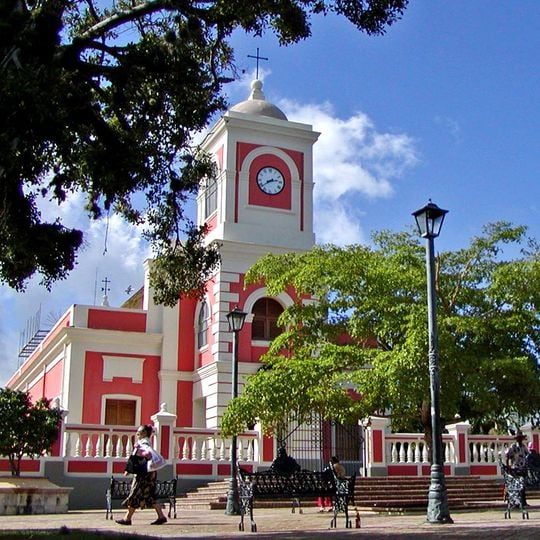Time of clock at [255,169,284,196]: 2:39
